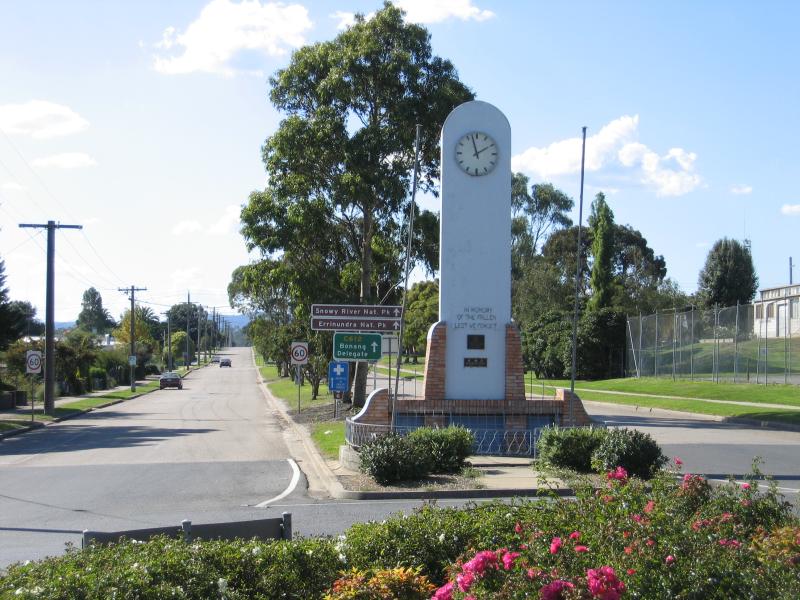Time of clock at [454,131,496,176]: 1:57
